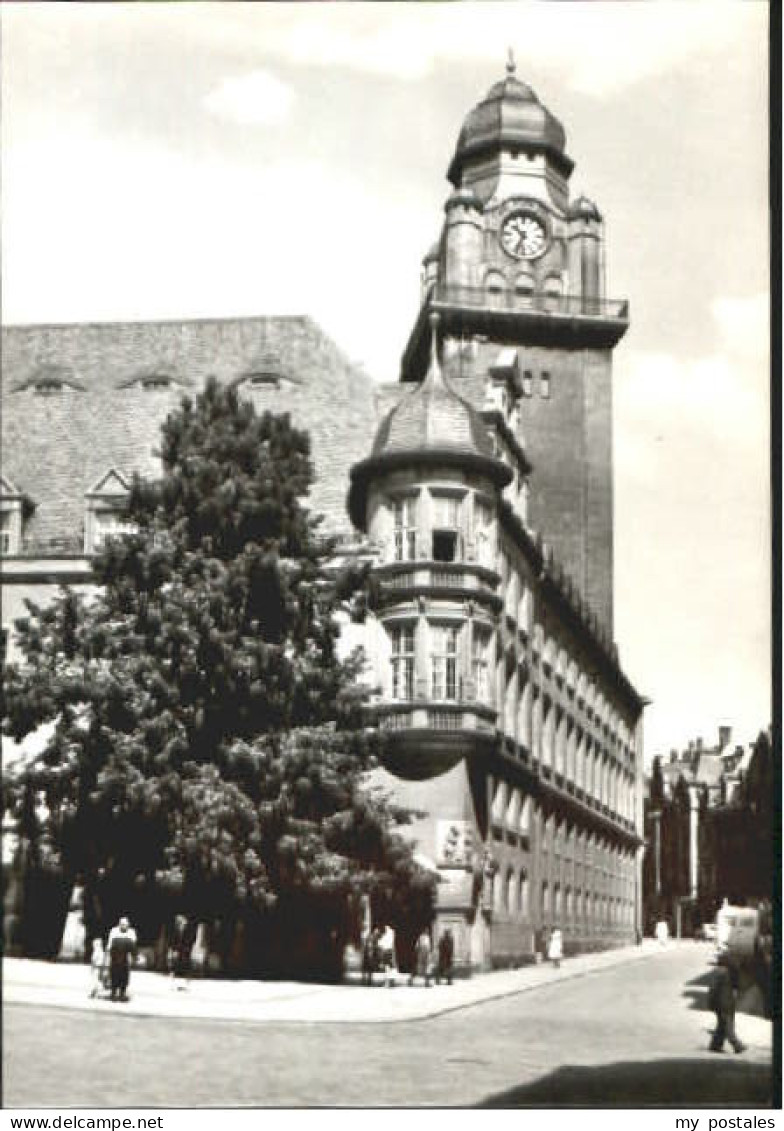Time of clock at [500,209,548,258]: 10:34
